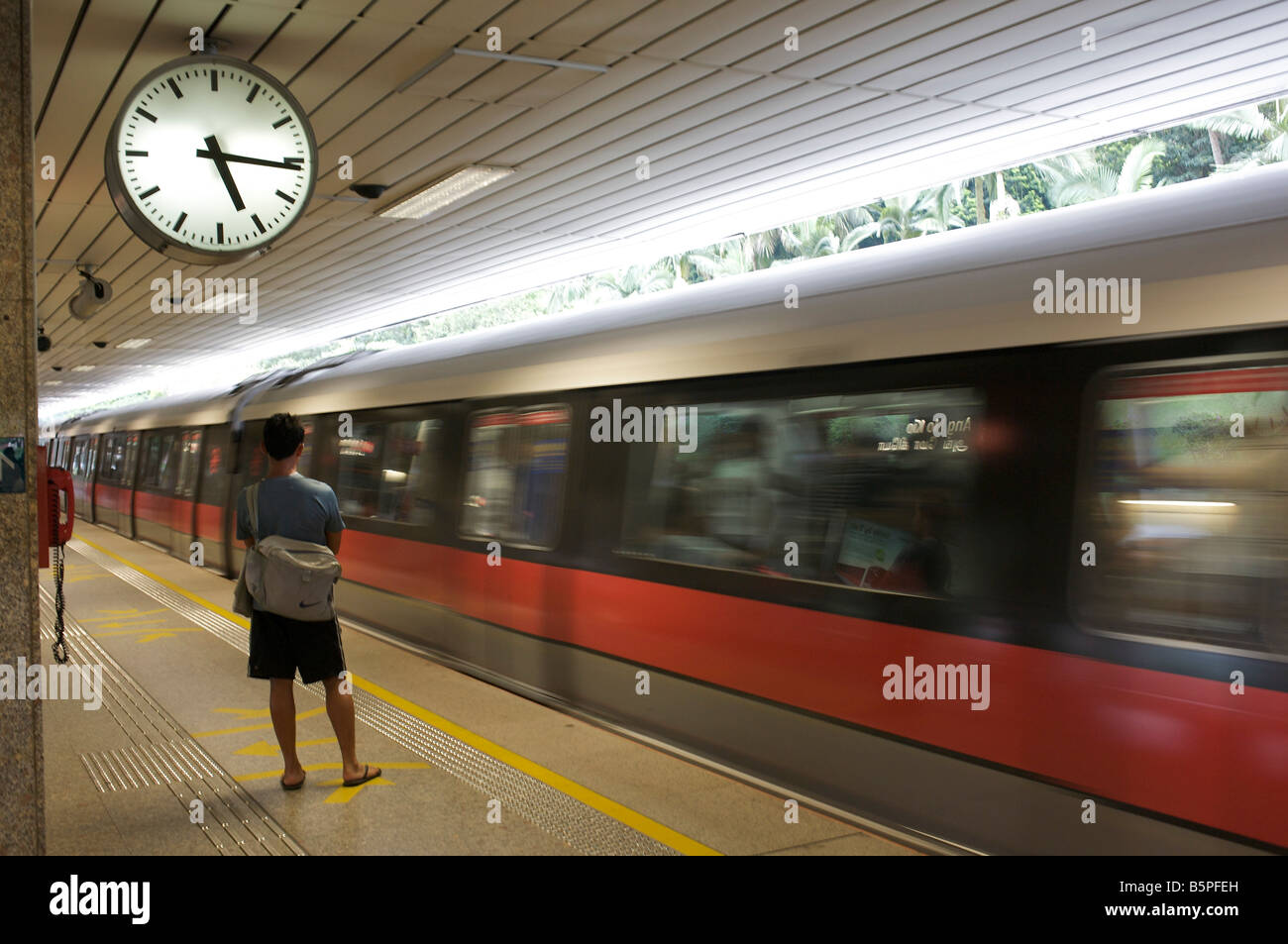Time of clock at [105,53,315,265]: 5:16
